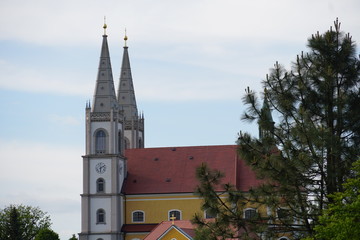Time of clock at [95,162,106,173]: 6:10
